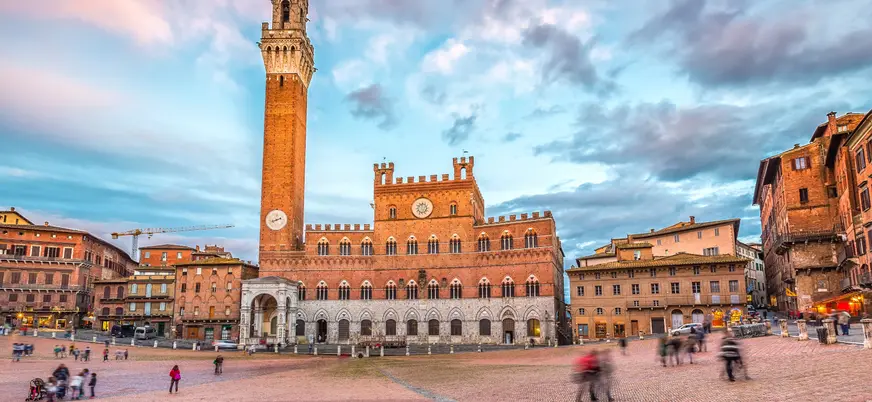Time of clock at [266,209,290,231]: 8:11
